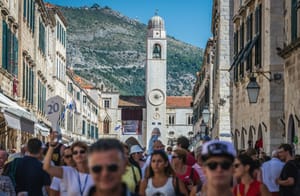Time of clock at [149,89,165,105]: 4:12
